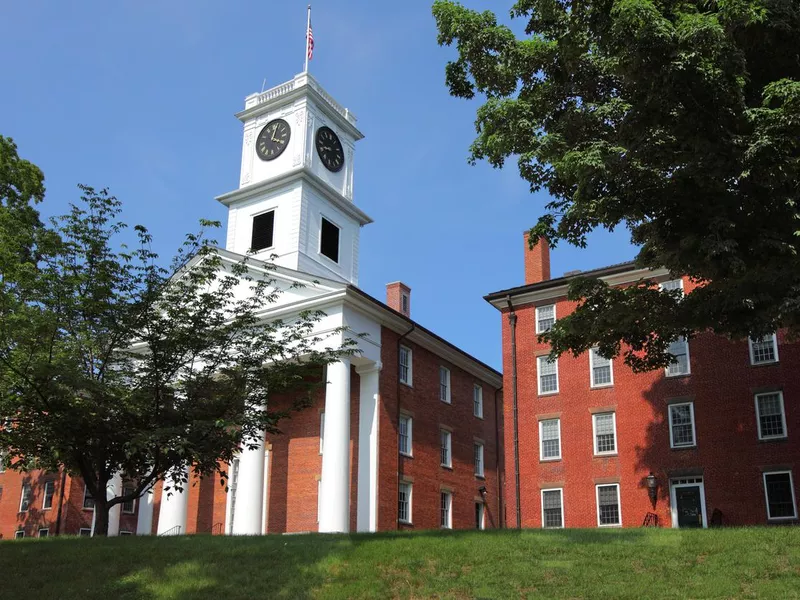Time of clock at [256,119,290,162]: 4:03
